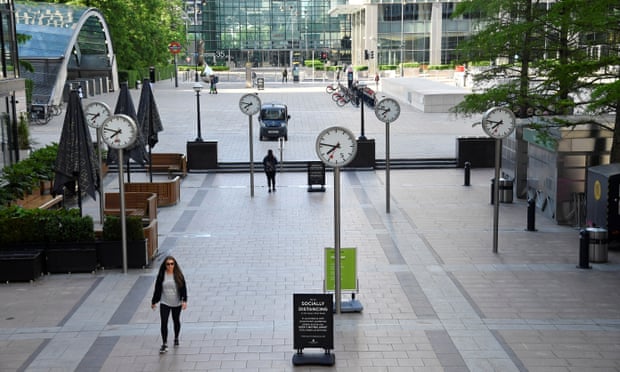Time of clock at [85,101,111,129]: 7:46
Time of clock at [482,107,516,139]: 7:46
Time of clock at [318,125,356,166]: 7:46
